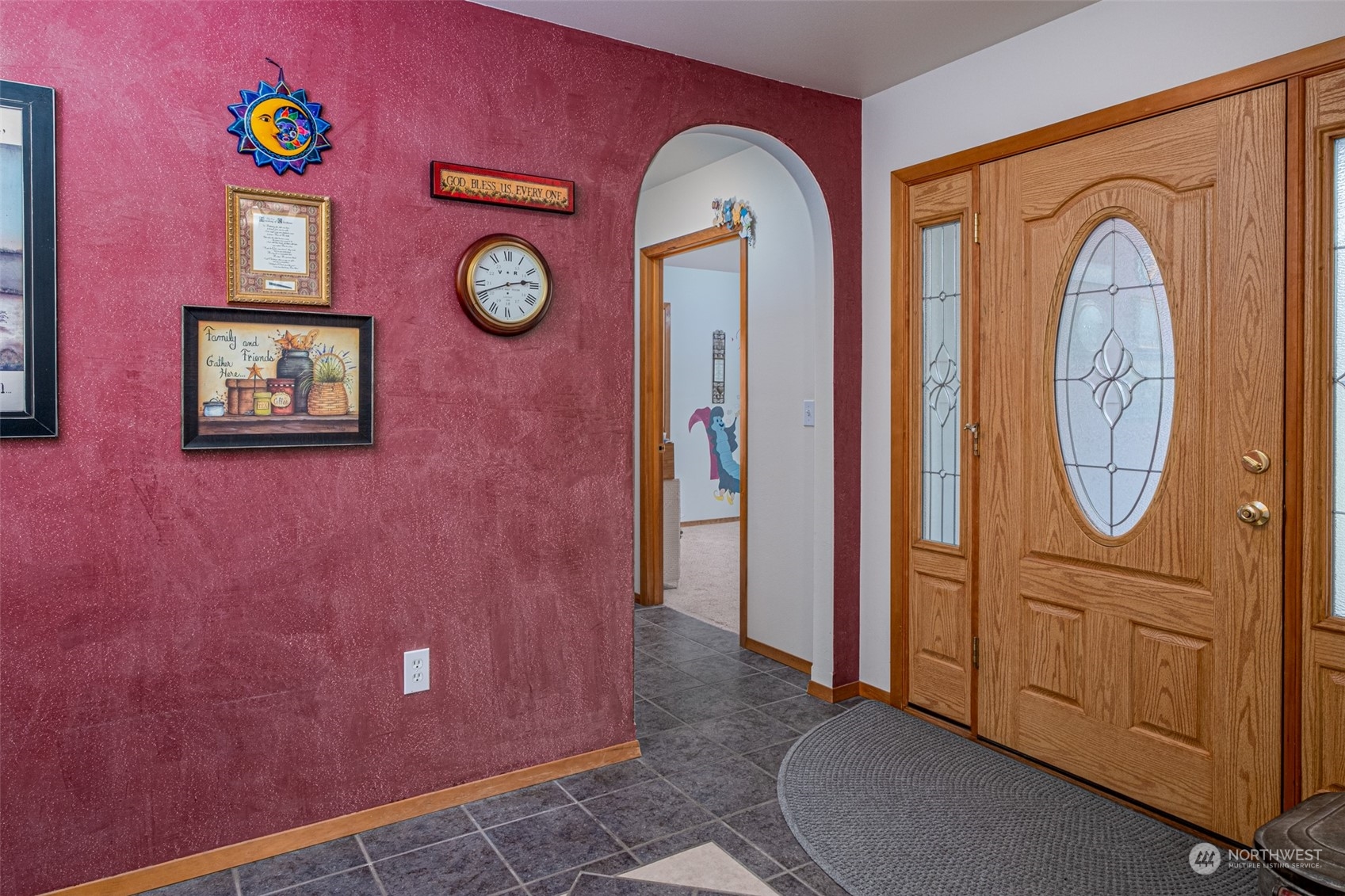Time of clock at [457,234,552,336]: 2:41
